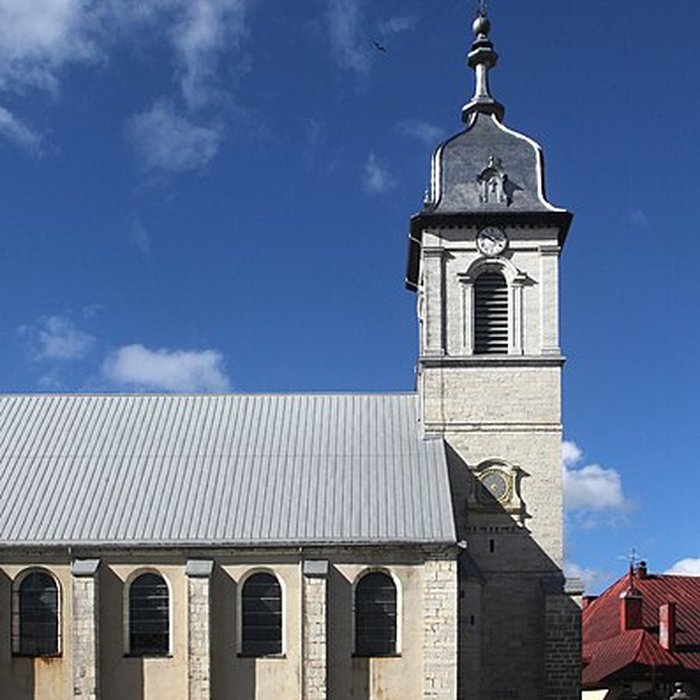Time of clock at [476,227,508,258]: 2:48
